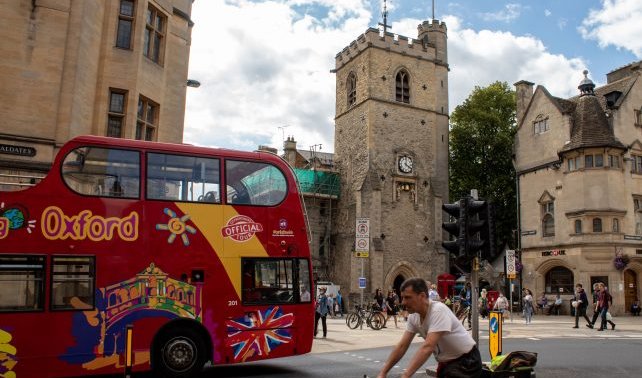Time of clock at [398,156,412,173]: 4:01
